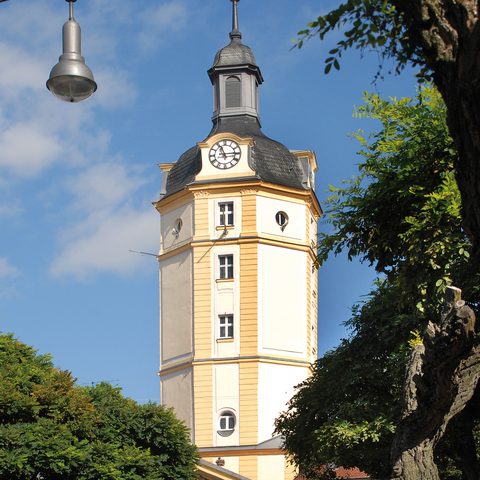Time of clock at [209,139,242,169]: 11:14
